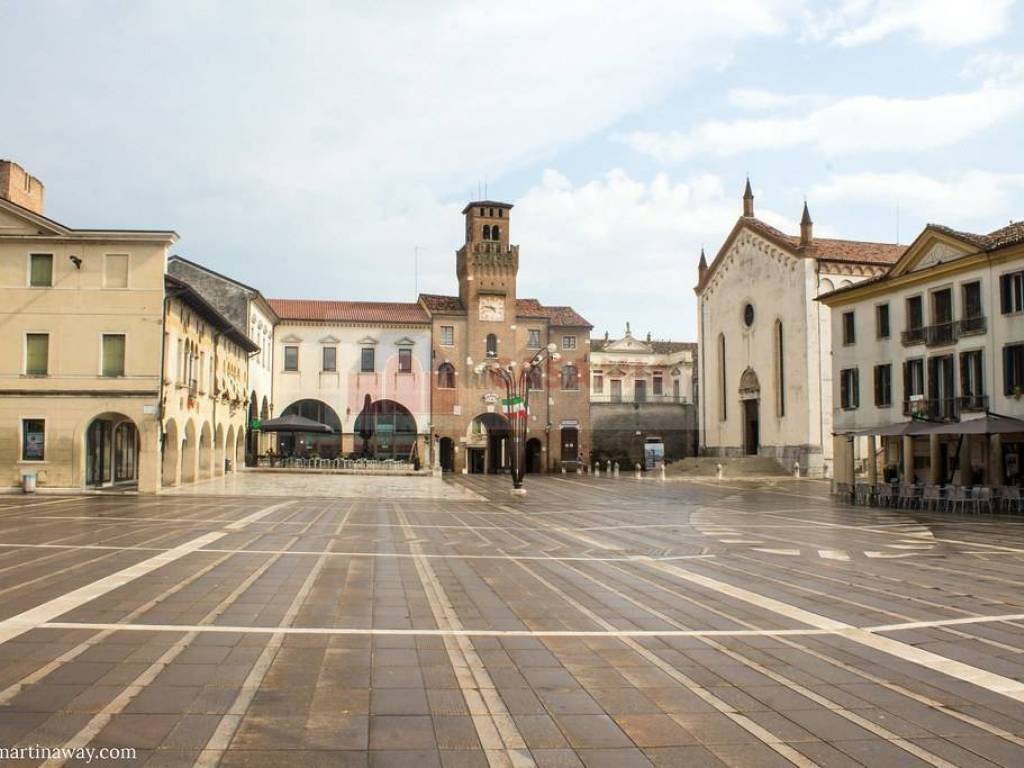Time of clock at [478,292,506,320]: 4:47
